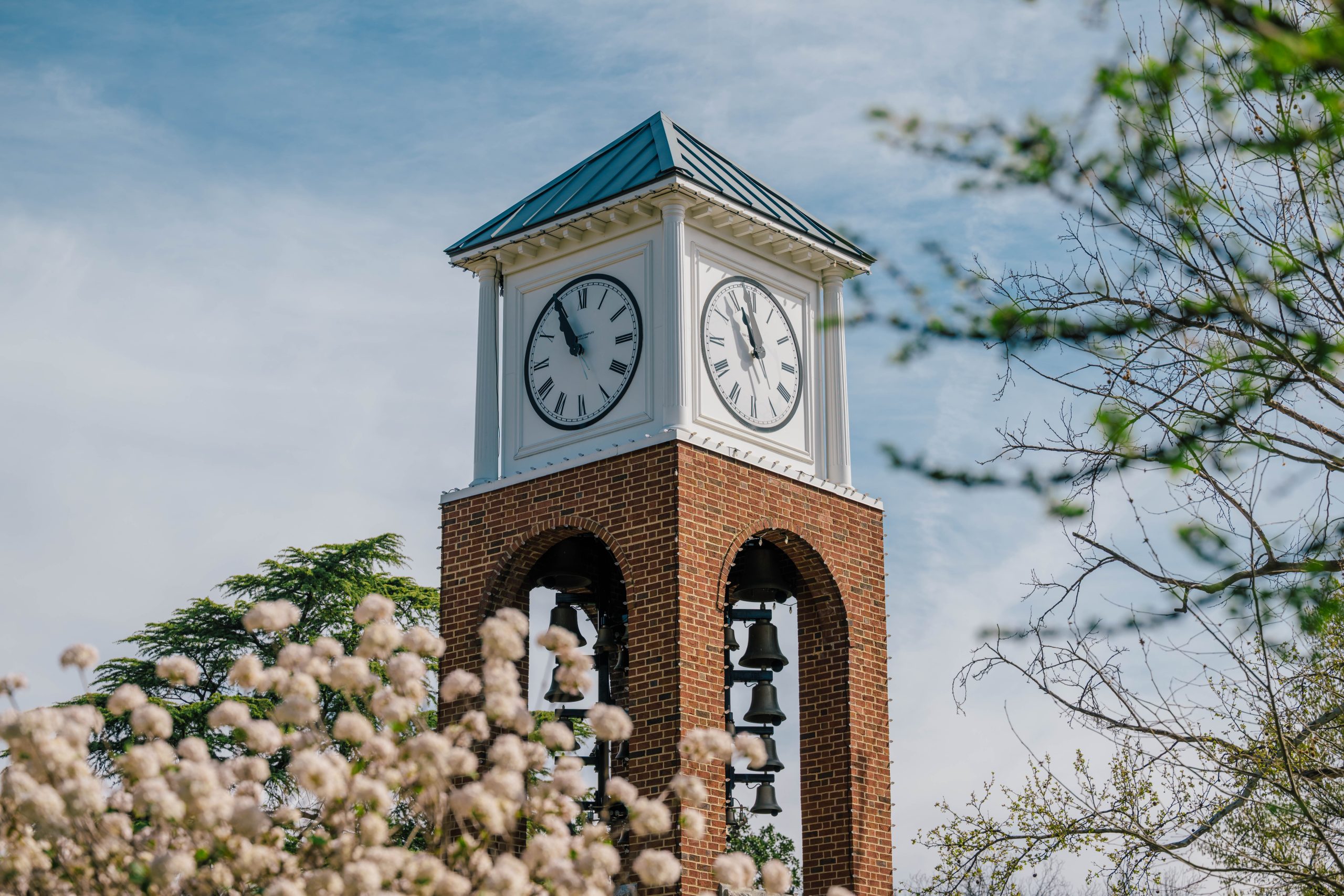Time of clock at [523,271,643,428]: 10:55
